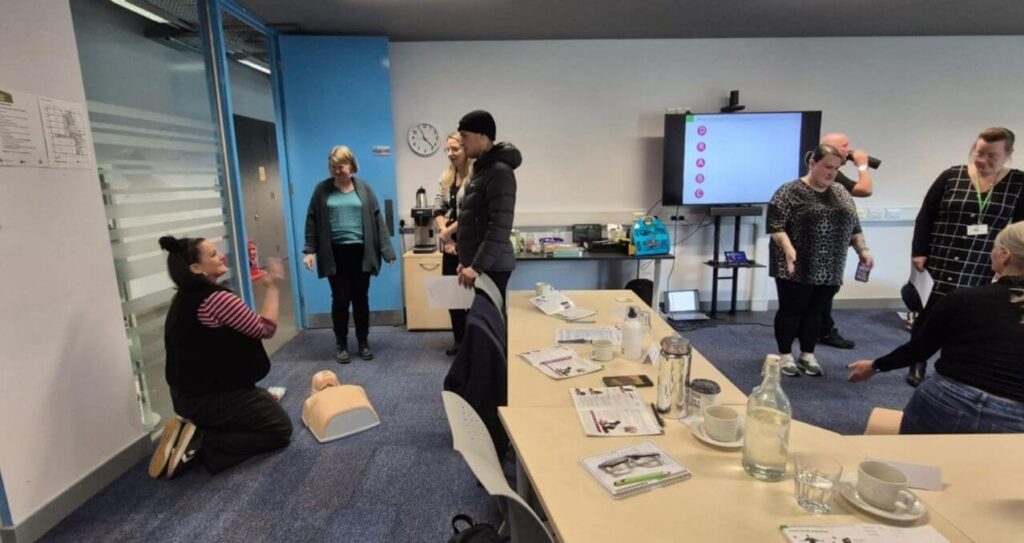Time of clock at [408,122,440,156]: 11:22
